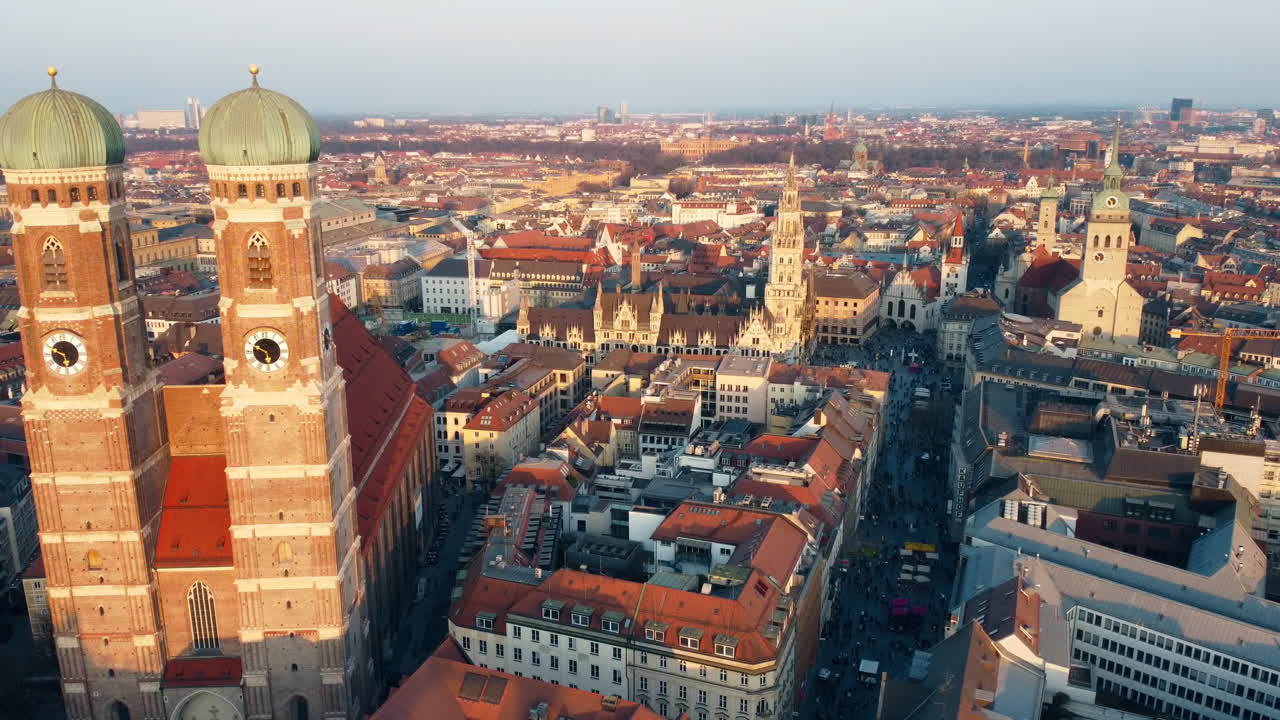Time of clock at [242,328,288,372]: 5:49
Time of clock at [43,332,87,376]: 5:49
